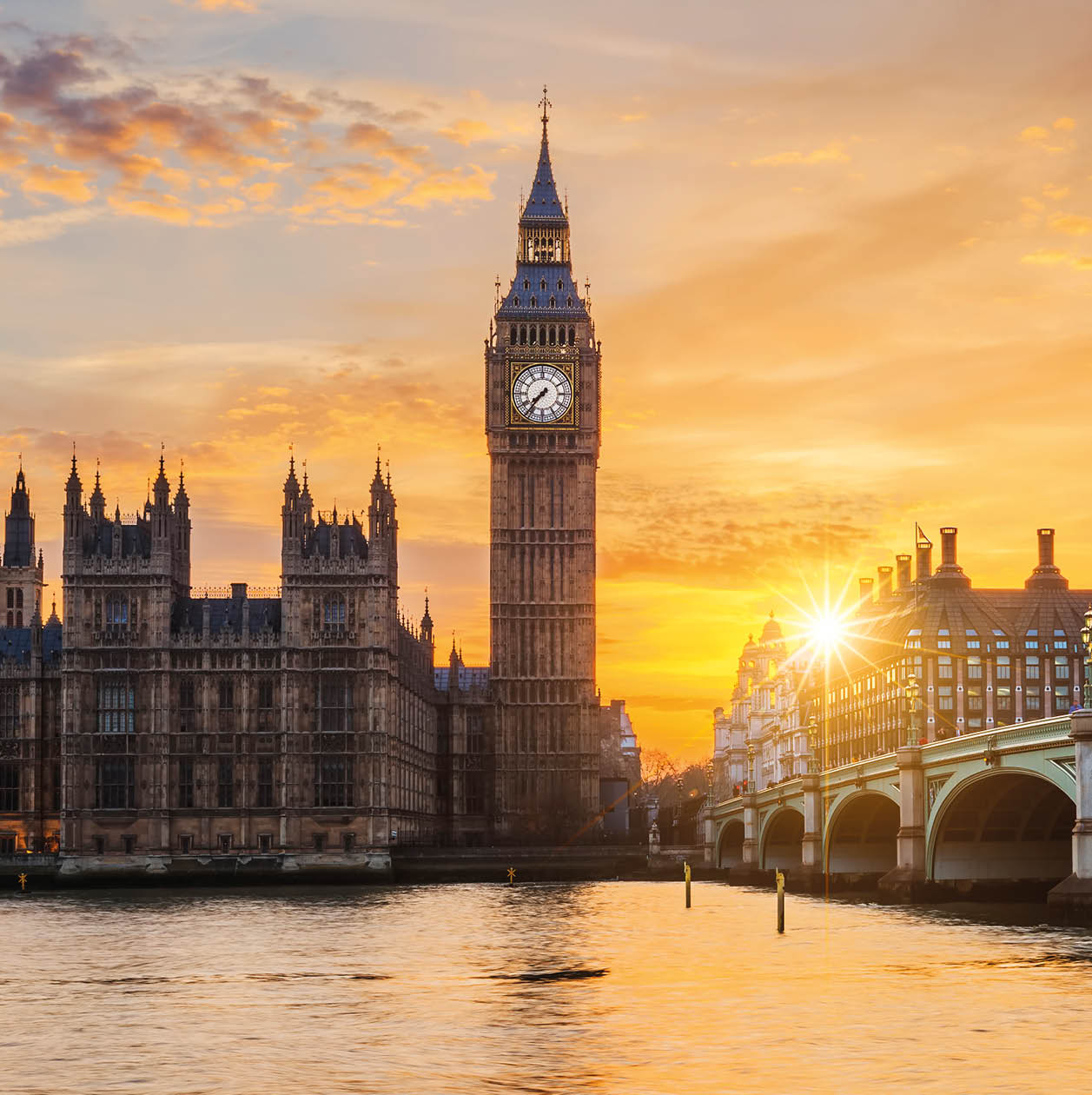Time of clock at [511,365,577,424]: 7:36
